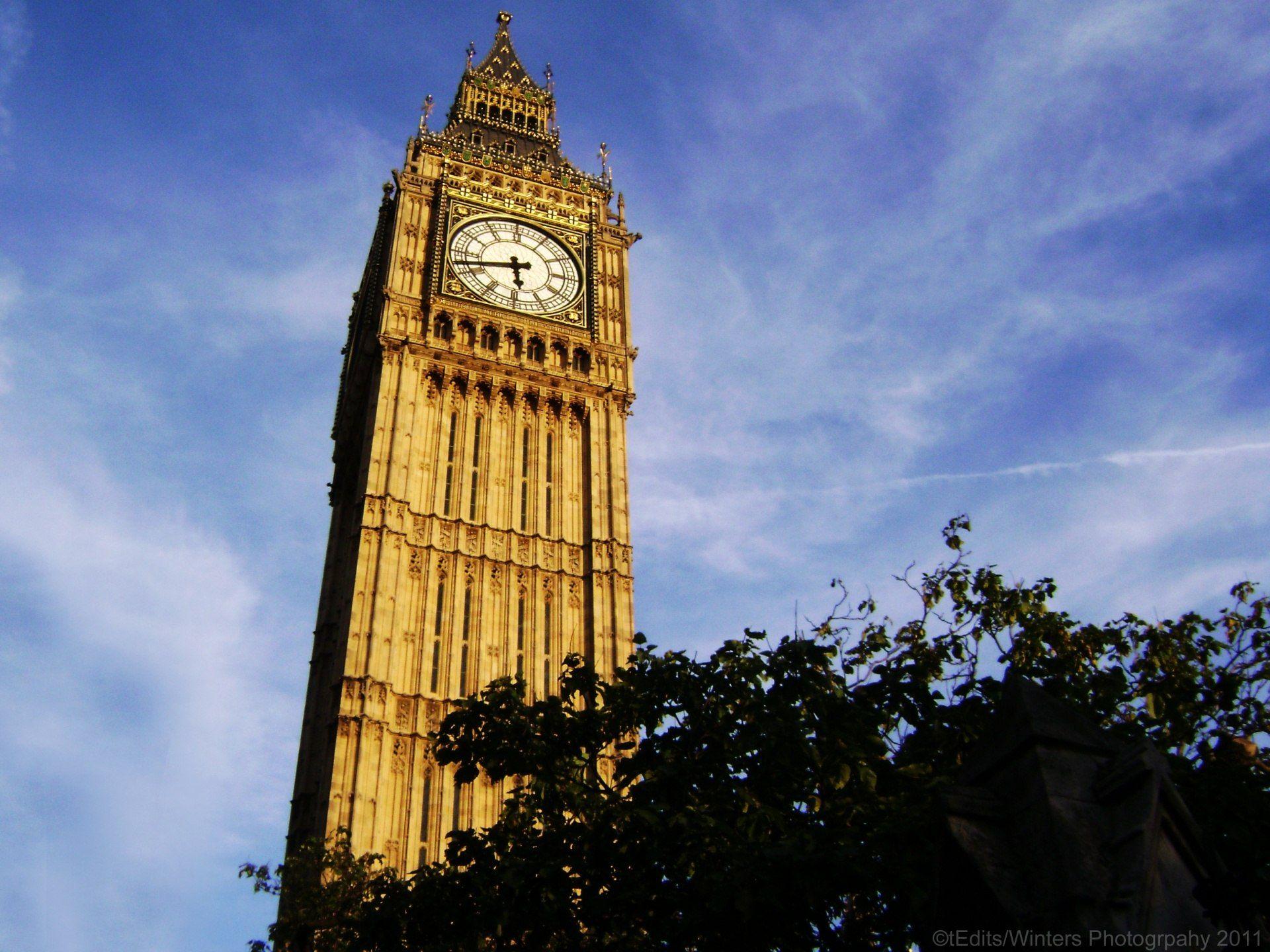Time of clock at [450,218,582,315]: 5:42
